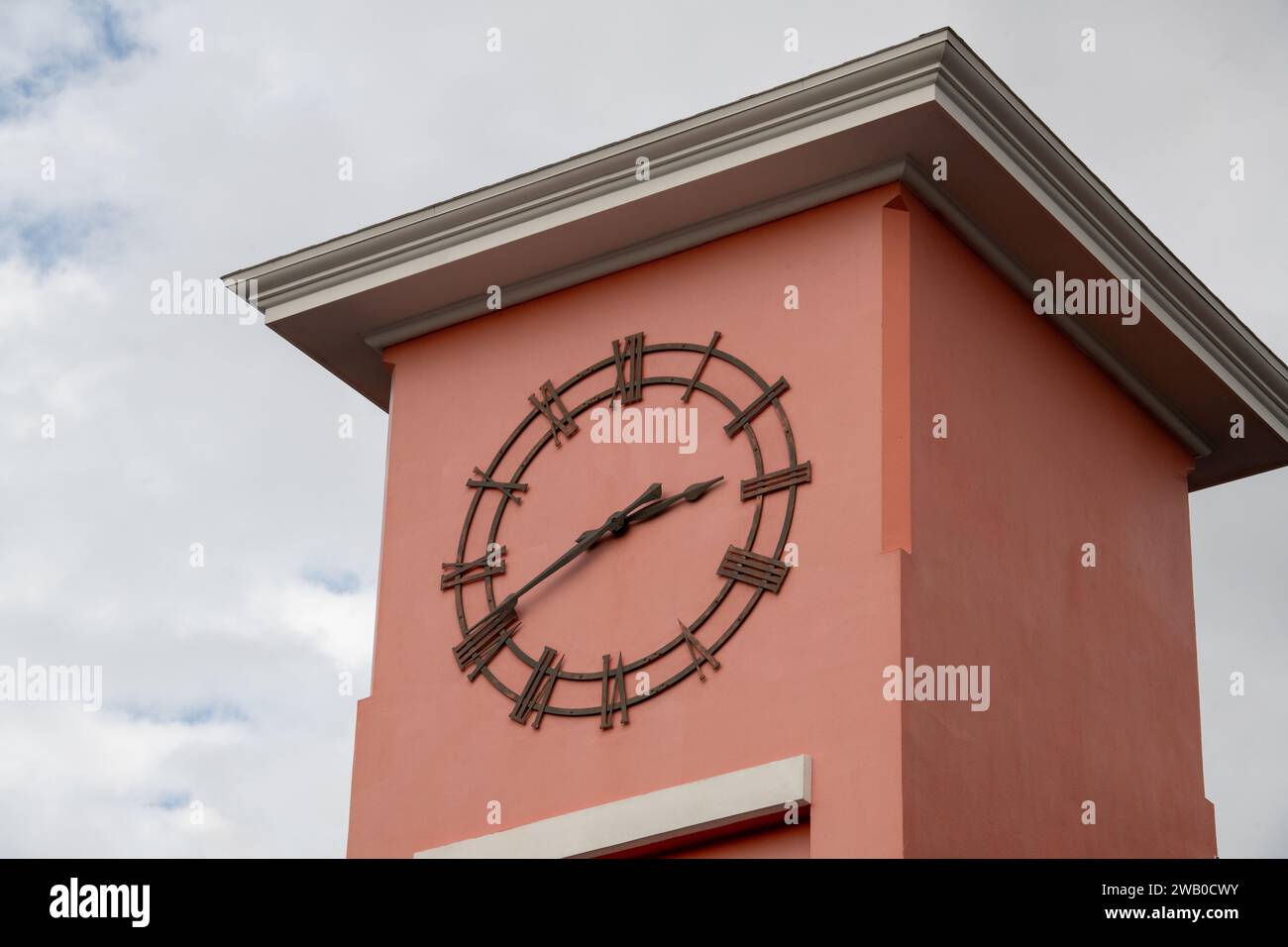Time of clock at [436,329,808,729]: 2:40
